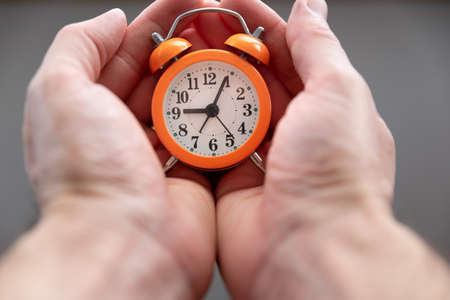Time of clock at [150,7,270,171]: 9:04
